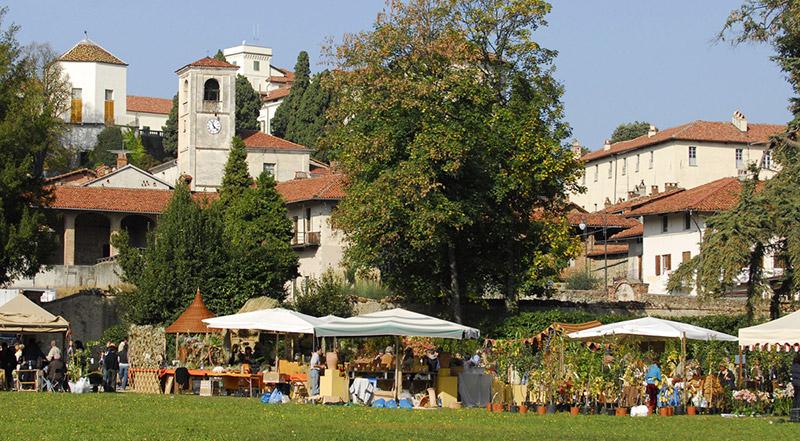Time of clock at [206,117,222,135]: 11:22
